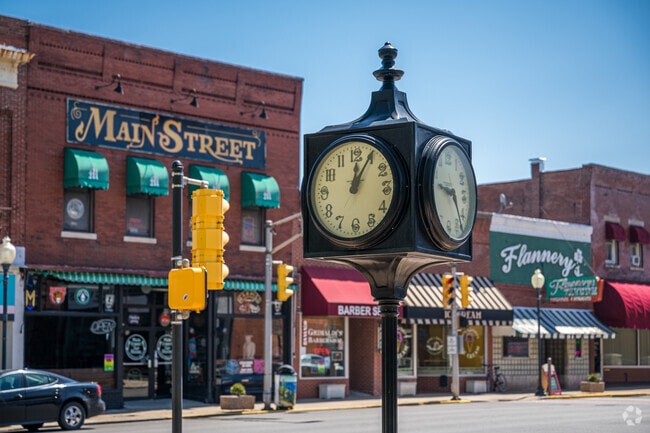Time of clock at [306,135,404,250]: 12:05
